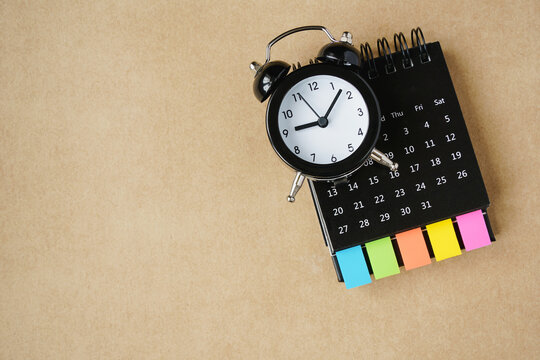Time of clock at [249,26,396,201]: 9:07
